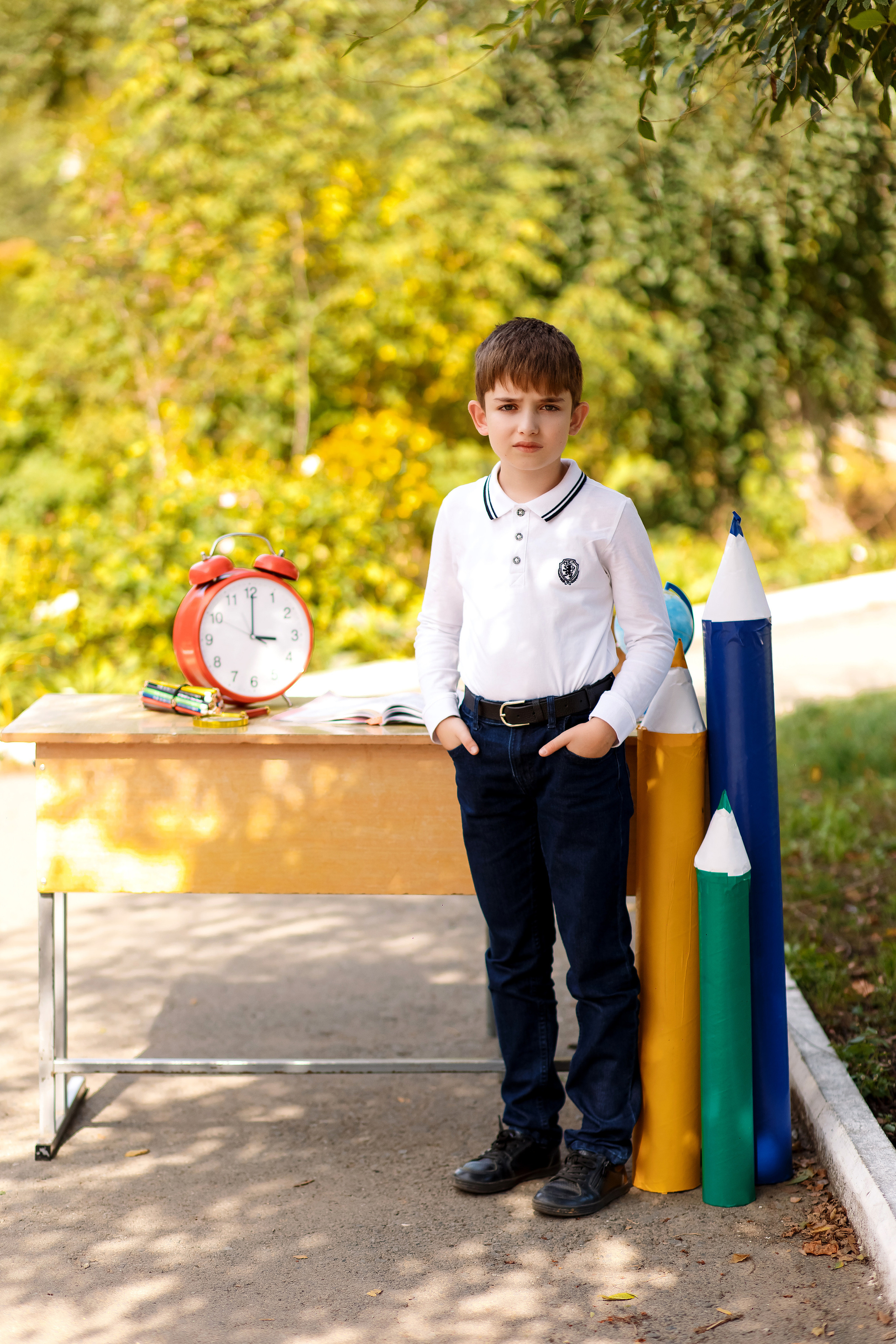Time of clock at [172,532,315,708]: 3:00
